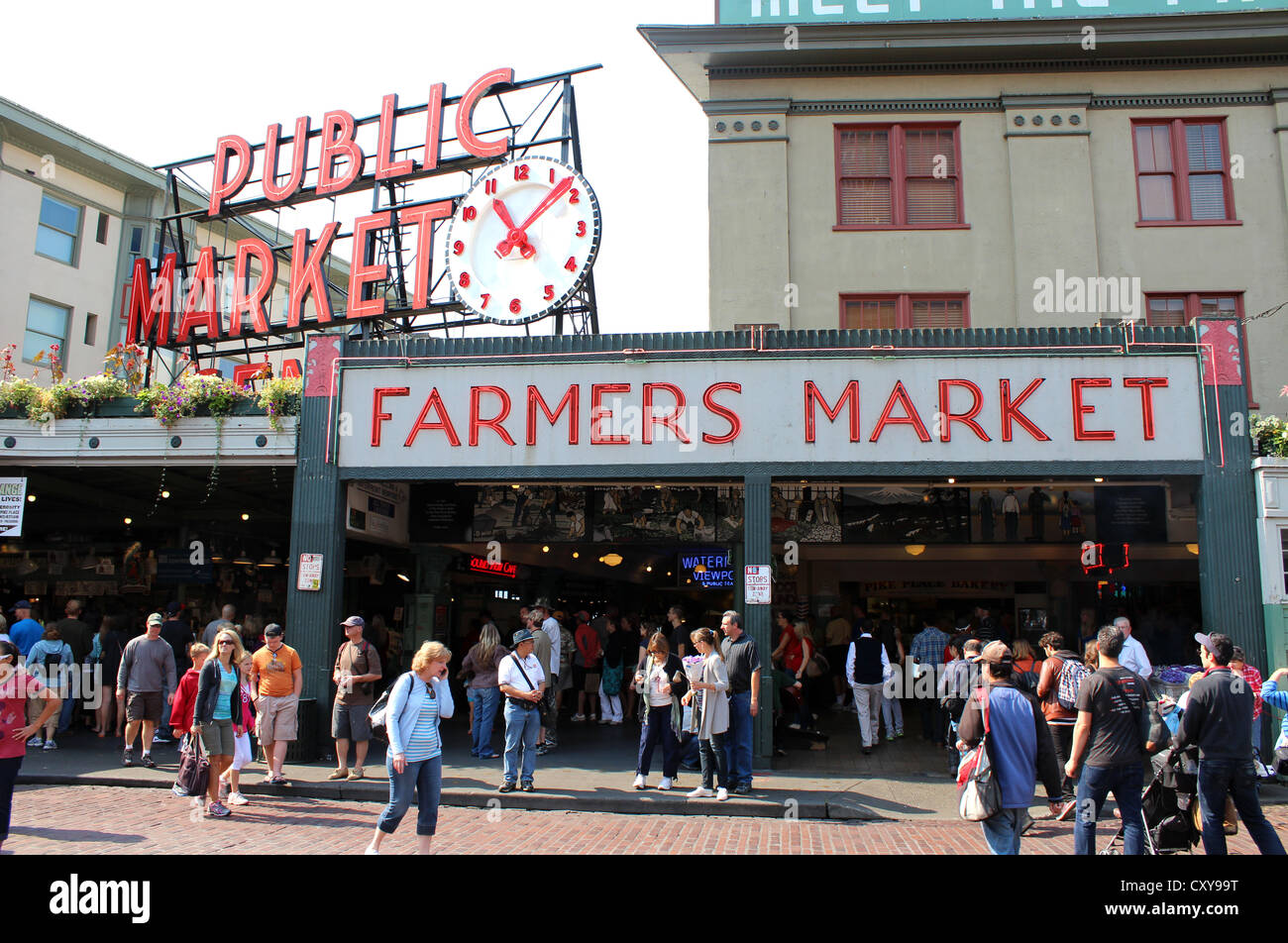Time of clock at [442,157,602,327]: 11:08
